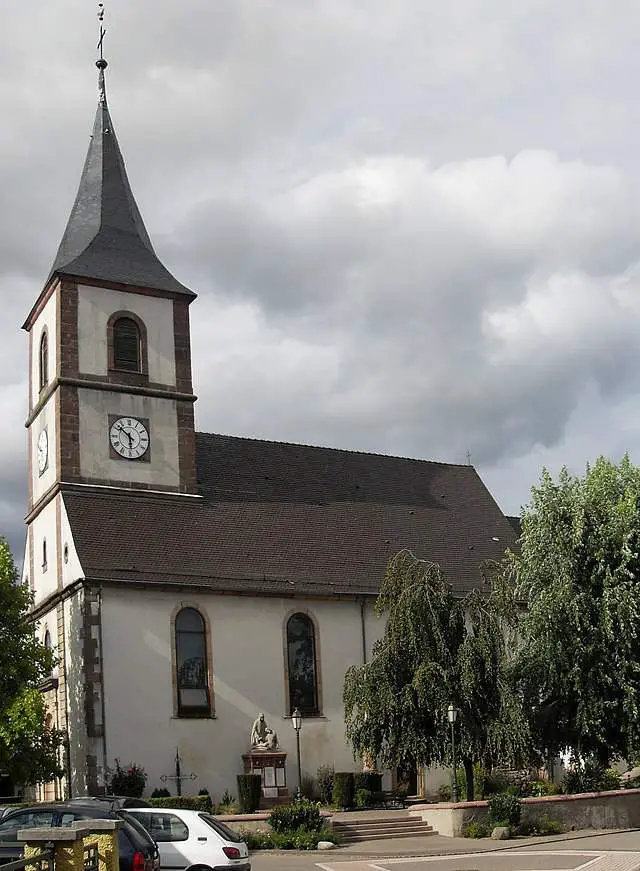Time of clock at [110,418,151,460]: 5:51
